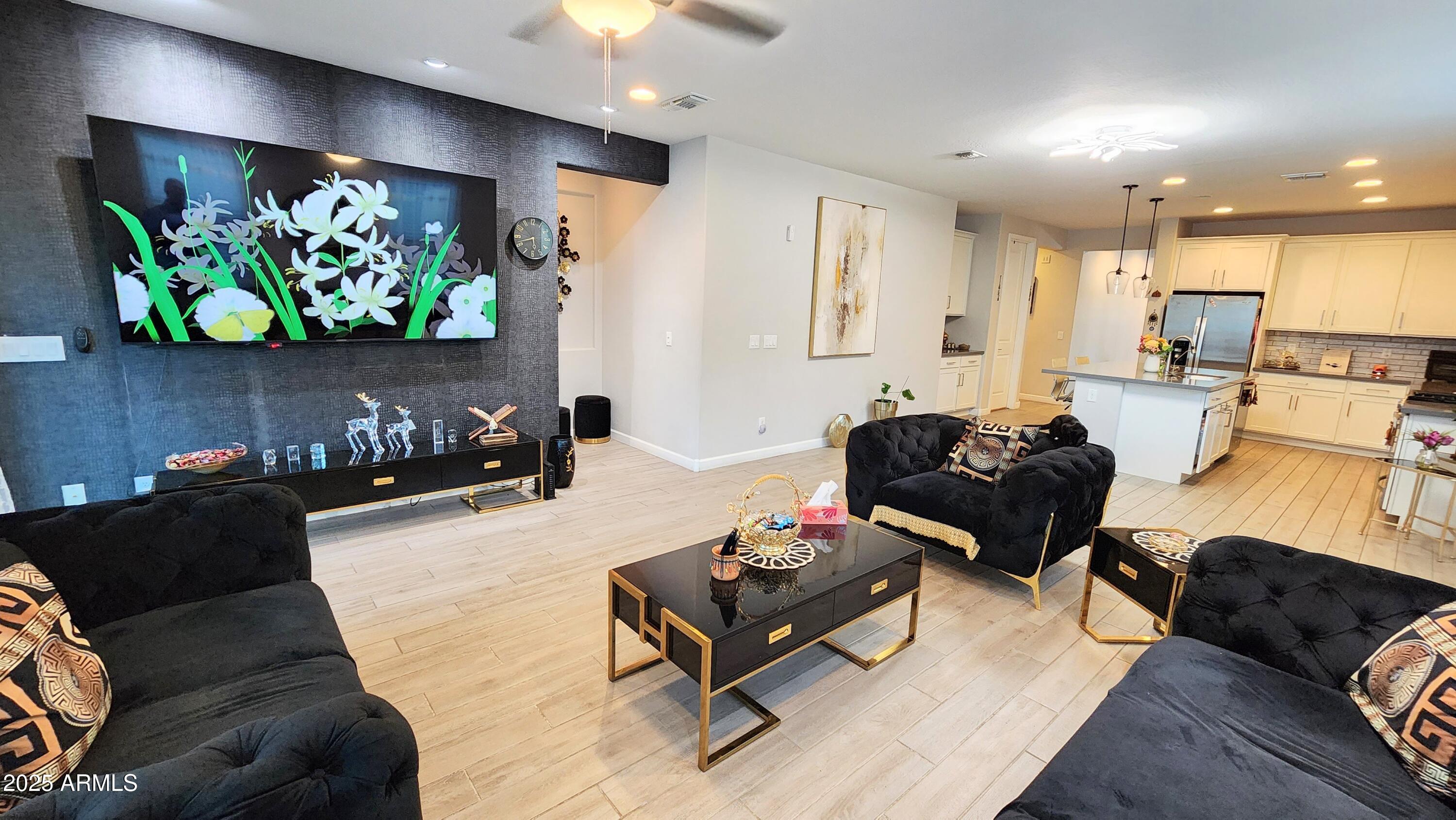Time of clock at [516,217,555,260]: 5:41
